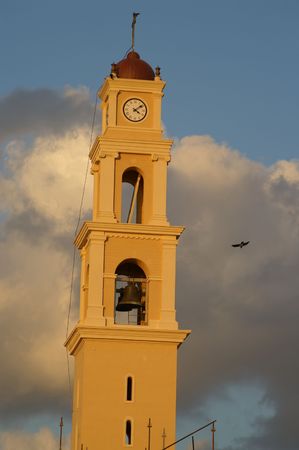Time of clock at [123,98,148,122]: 4:08
